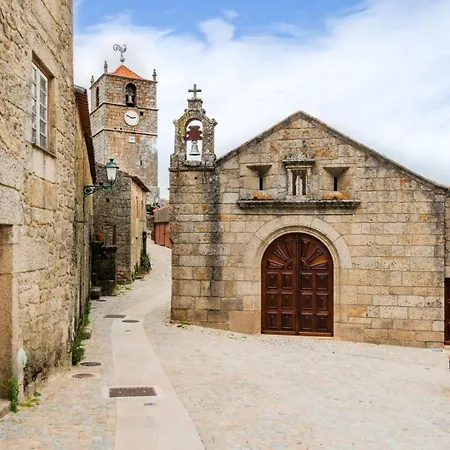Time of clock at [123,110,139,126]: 2:48
